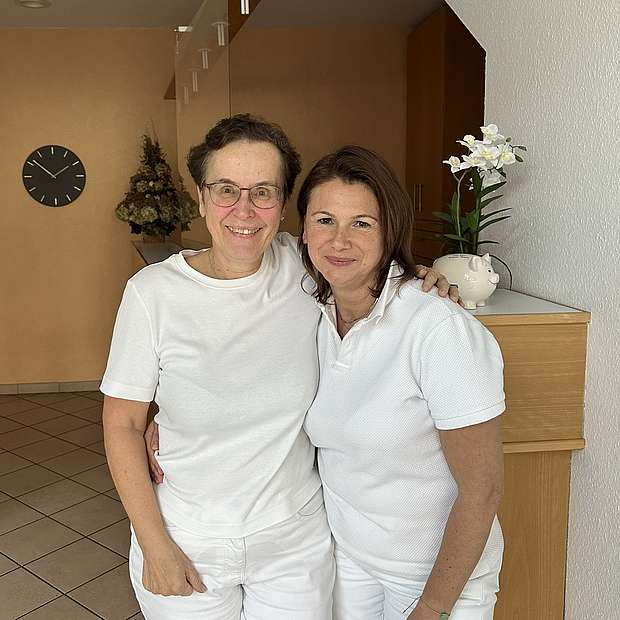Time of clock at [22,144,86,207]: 1:51
